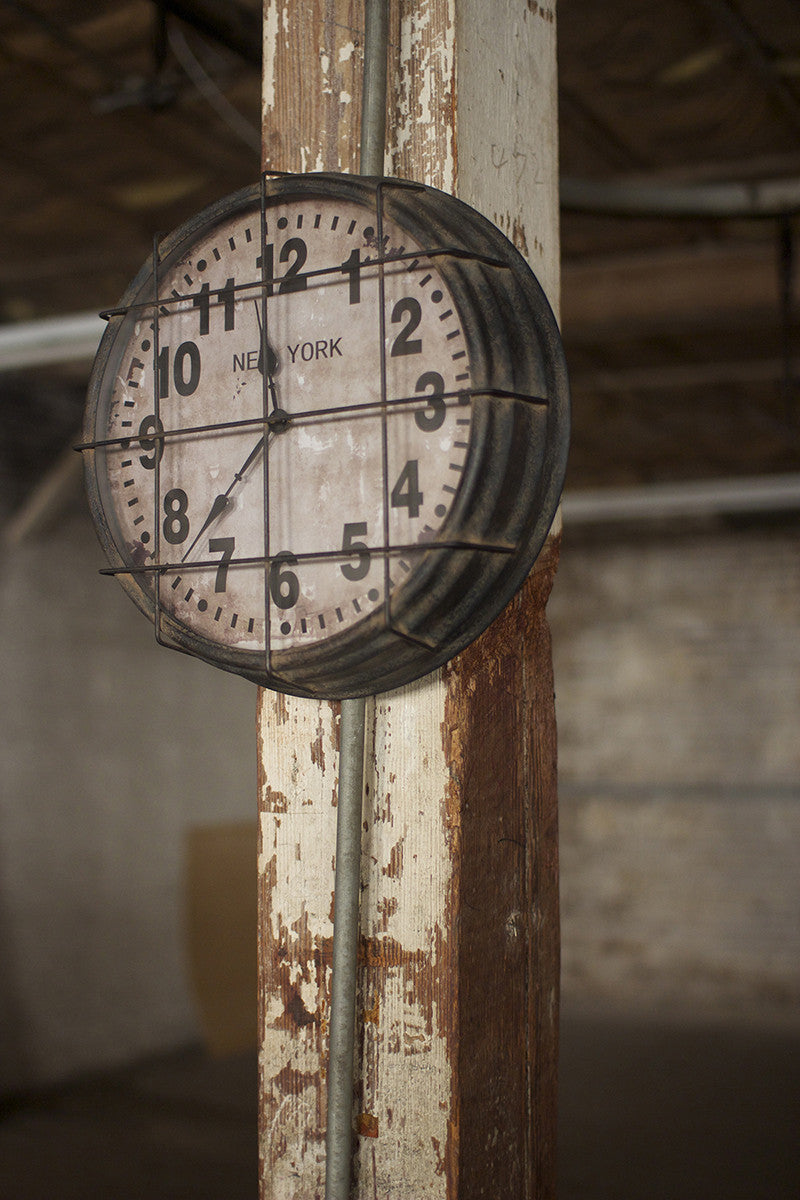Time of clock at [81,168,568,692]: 11:37
